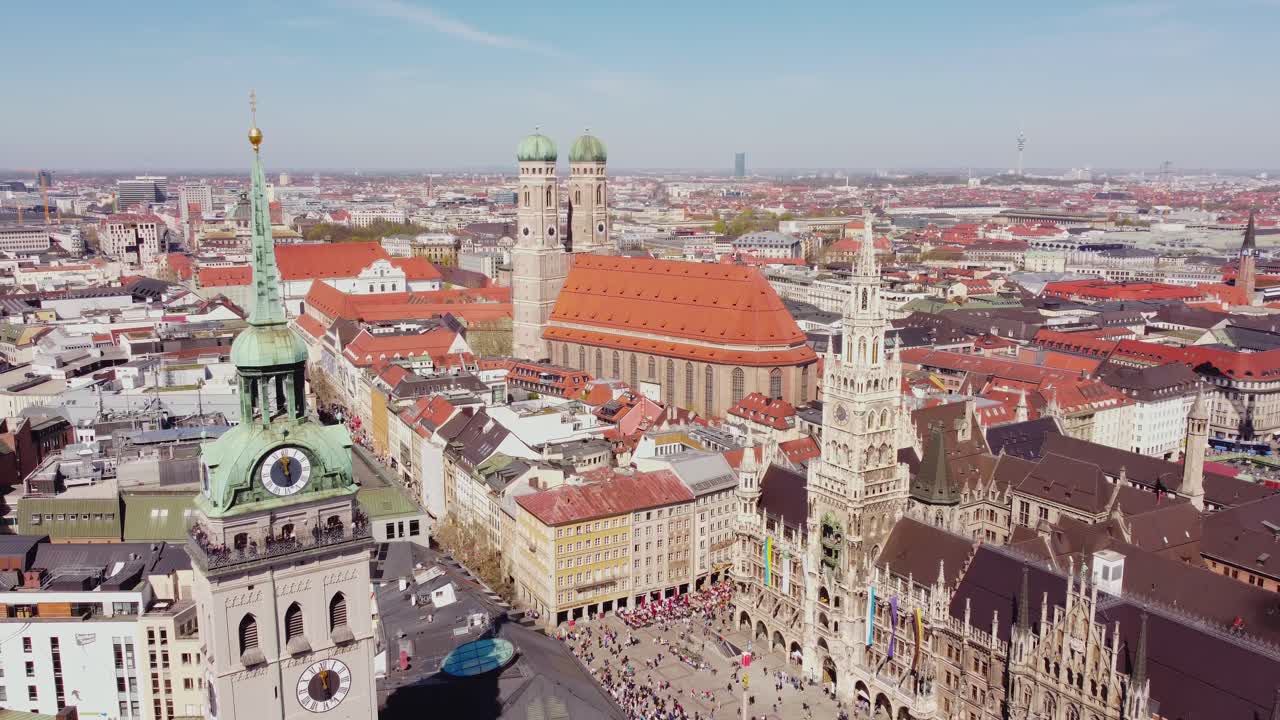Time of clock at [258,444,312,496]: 12:27
